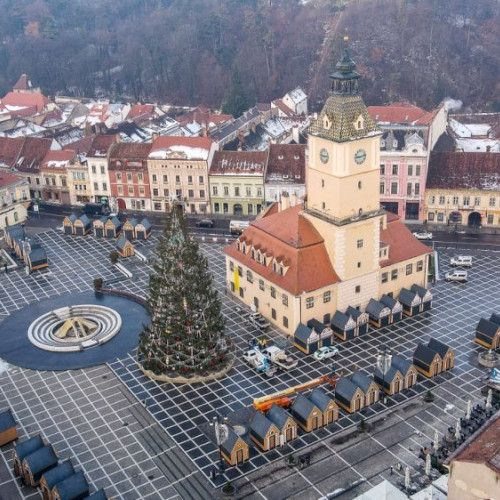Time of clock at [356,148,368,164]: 9:12
